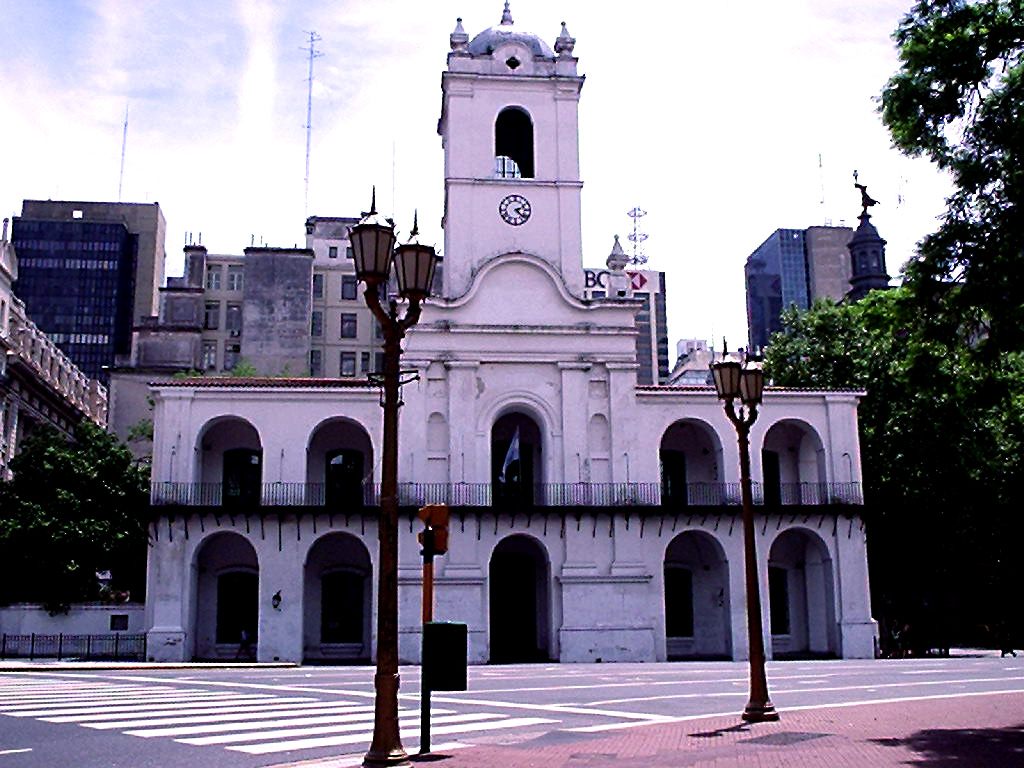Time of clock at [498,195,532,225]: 2:23
